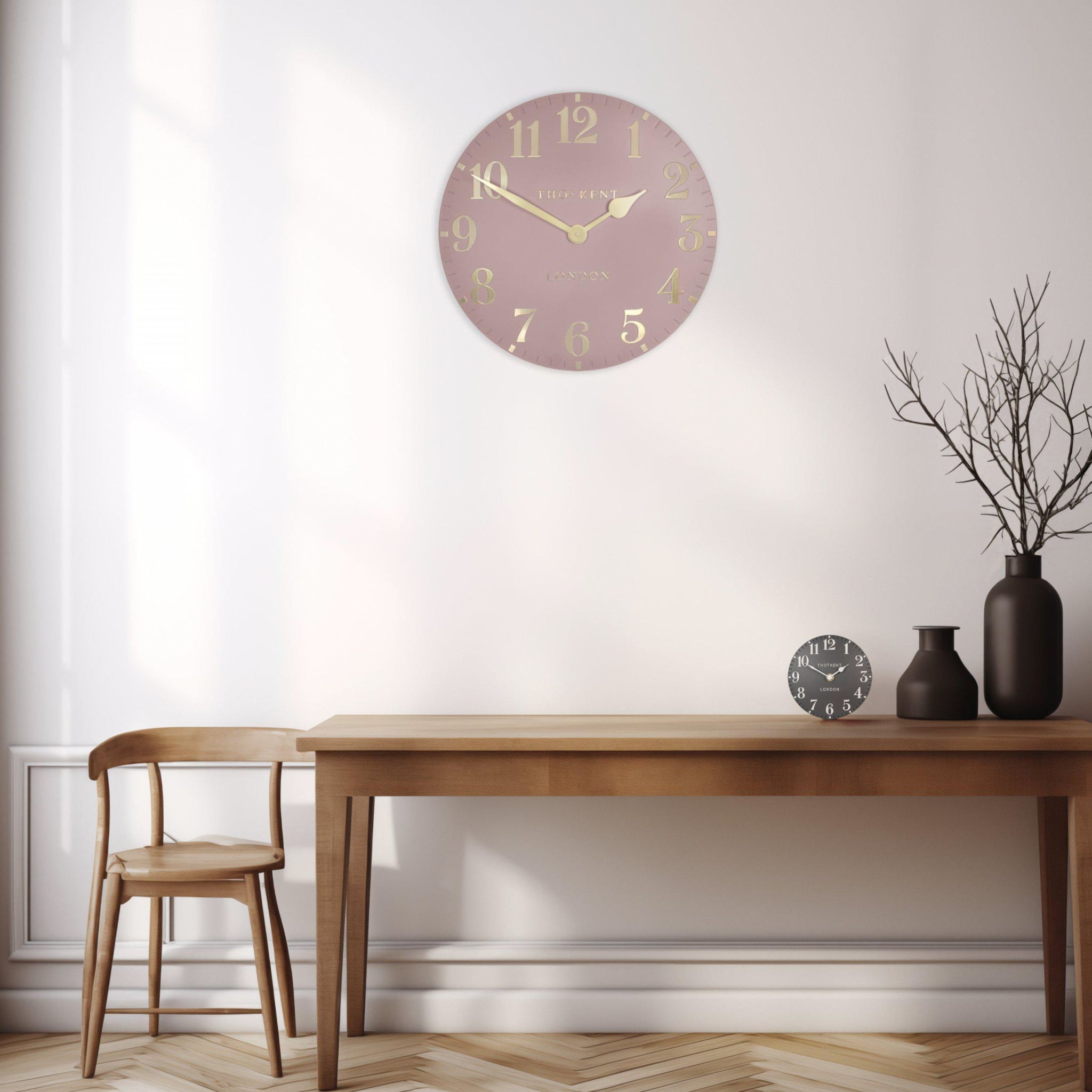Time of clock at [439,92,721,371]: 1:50
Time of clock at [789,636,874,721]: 1:49
